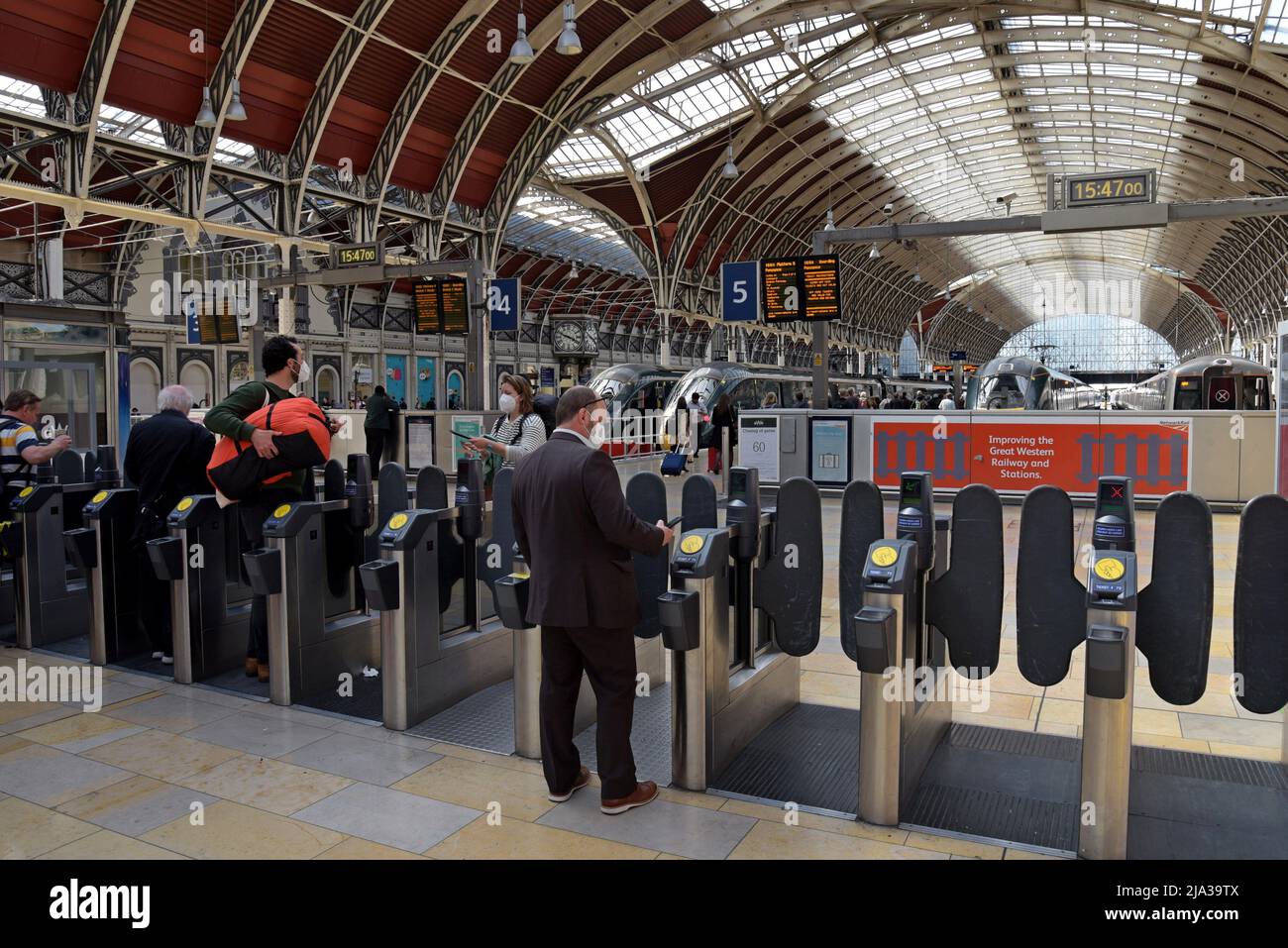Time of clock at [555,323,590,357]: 3:48
